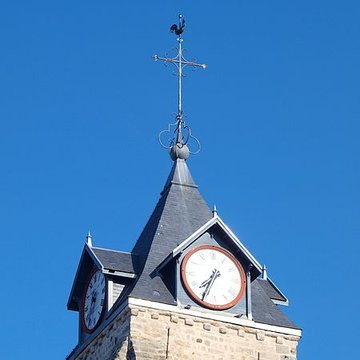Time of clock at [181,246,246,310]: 7:34
